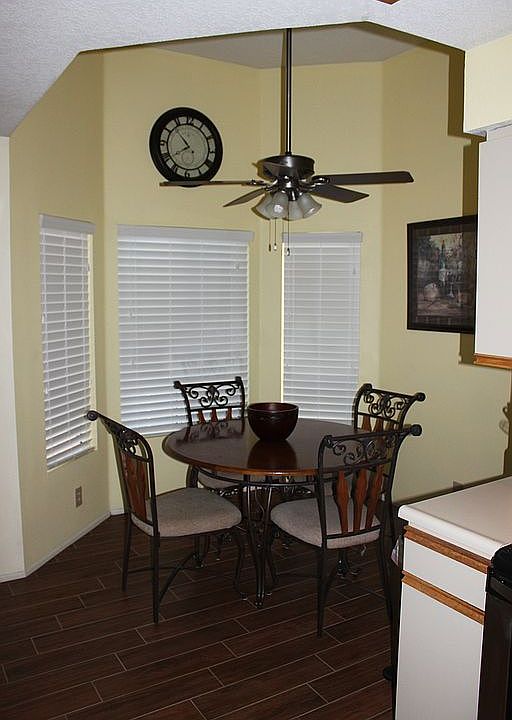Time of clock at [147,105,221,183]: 7:52
